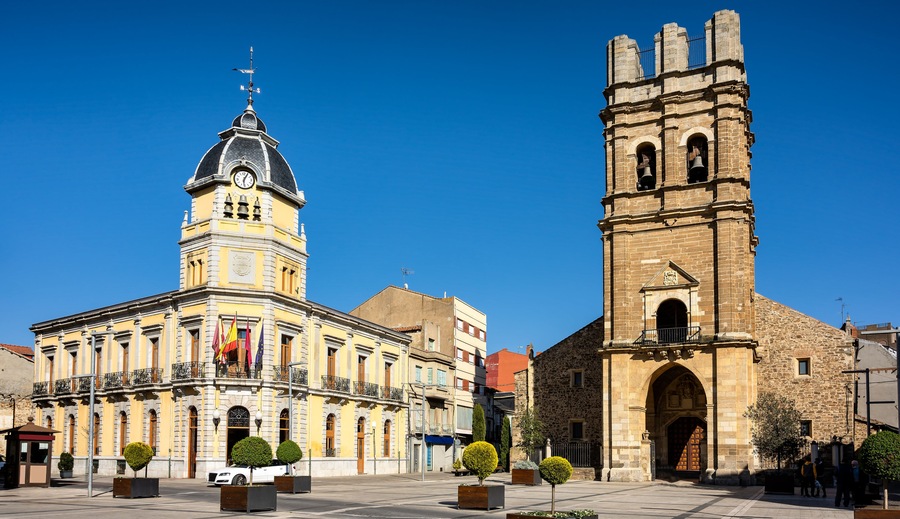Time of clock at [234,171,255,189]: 6:05
